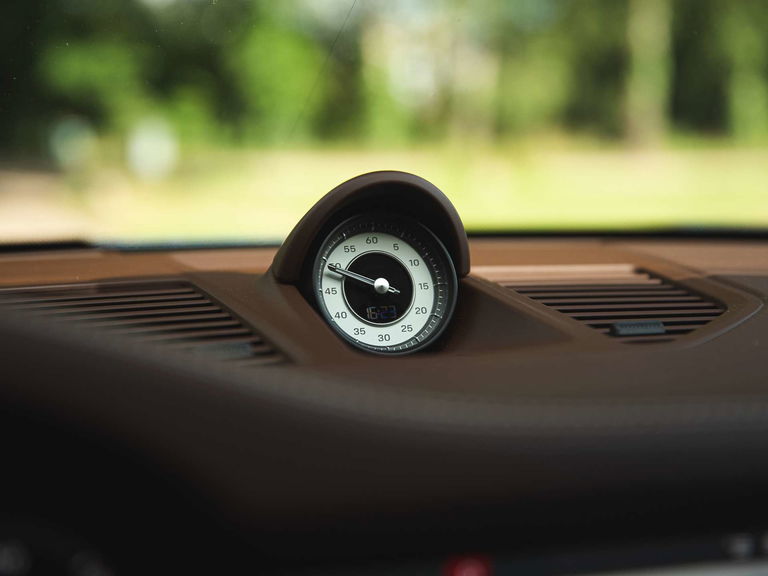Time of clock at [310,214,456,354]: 9:48
